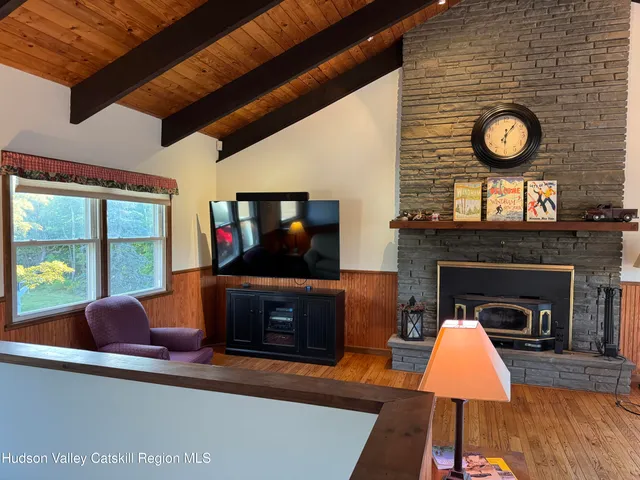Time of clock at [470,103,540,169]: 6:06
